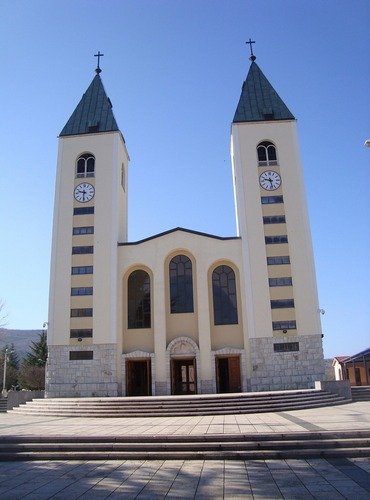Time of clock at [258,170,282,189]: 9:28
